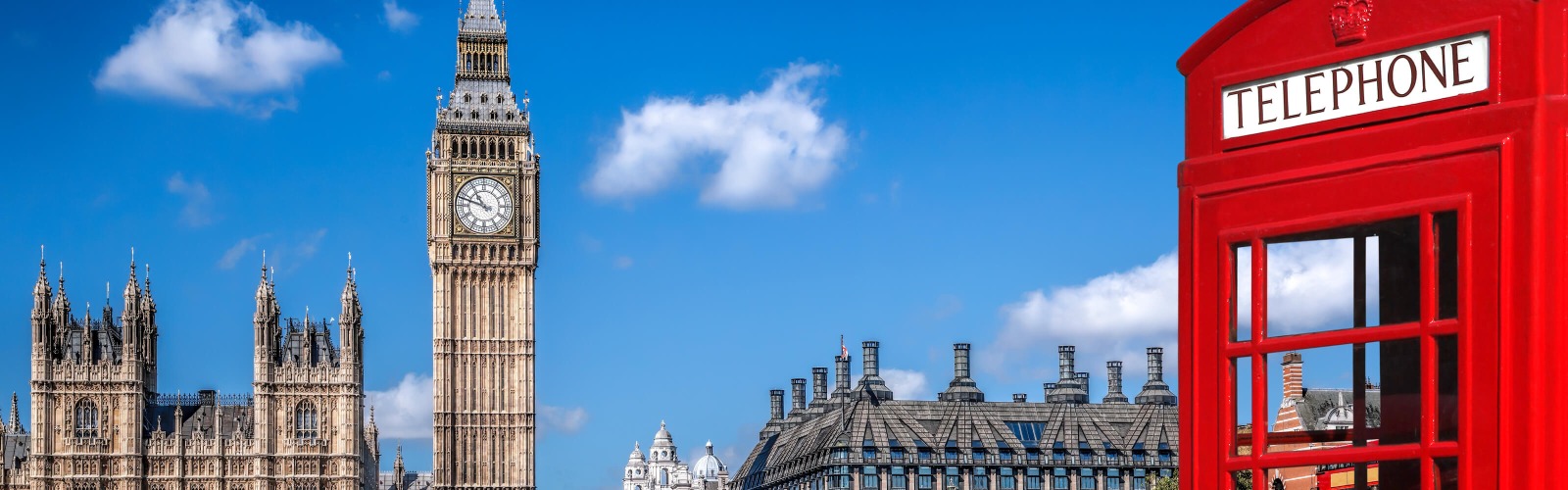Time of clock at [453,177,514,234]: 10:47
